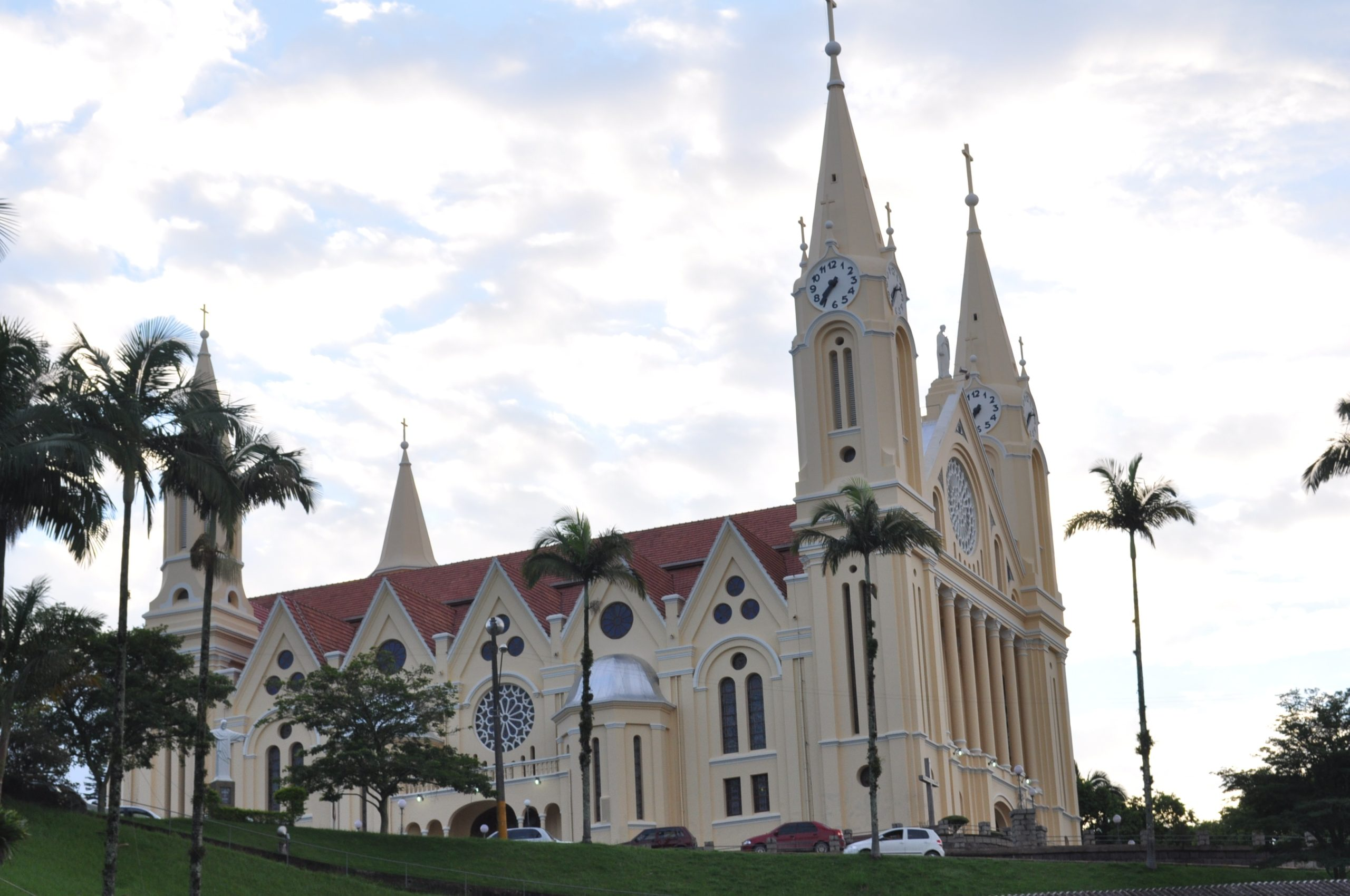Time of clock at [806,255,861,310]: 7:36
